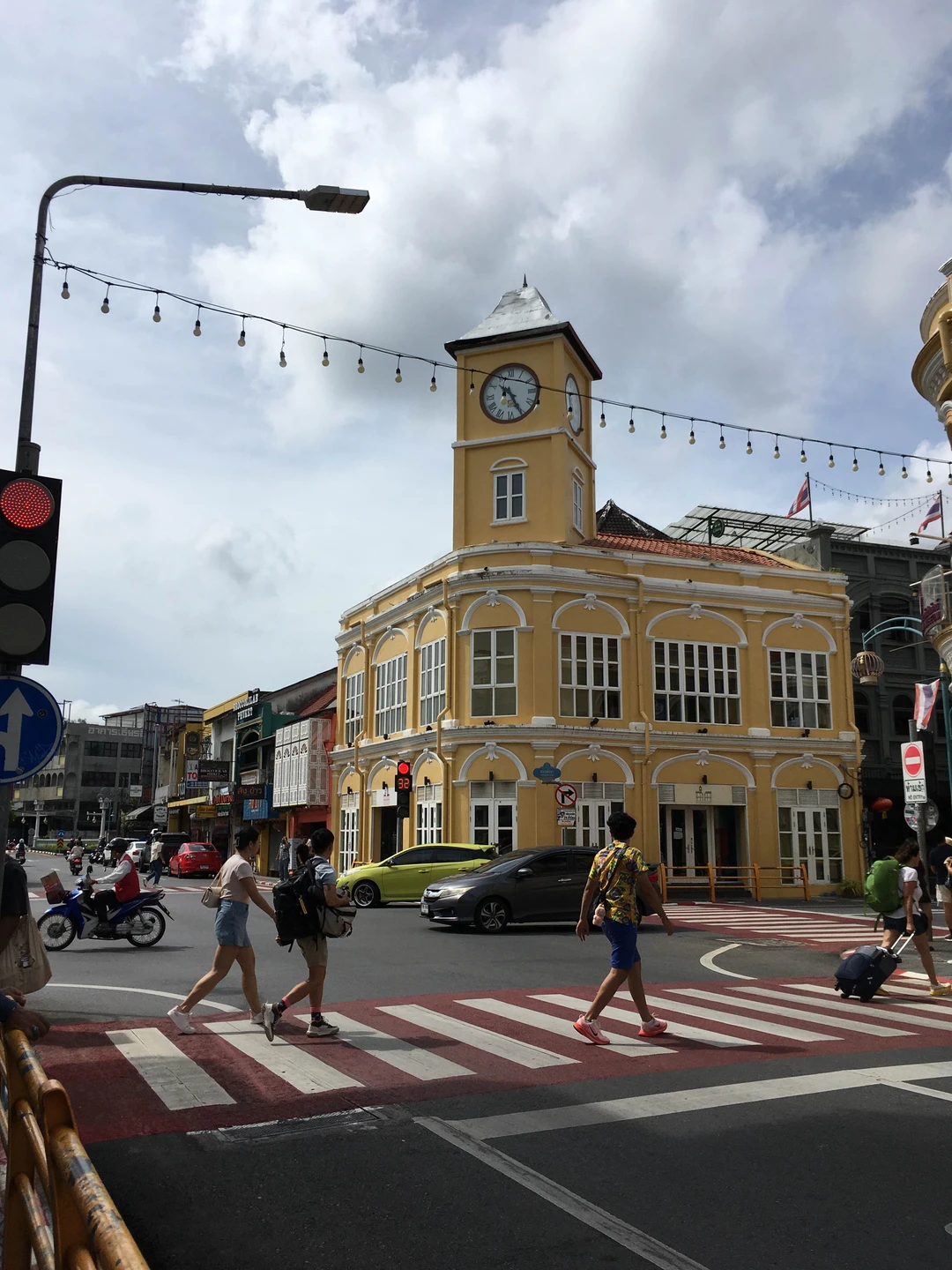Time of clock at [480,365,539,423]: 10:25
